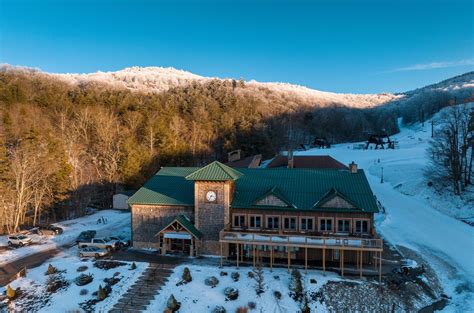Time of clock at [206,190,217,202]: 7:17
